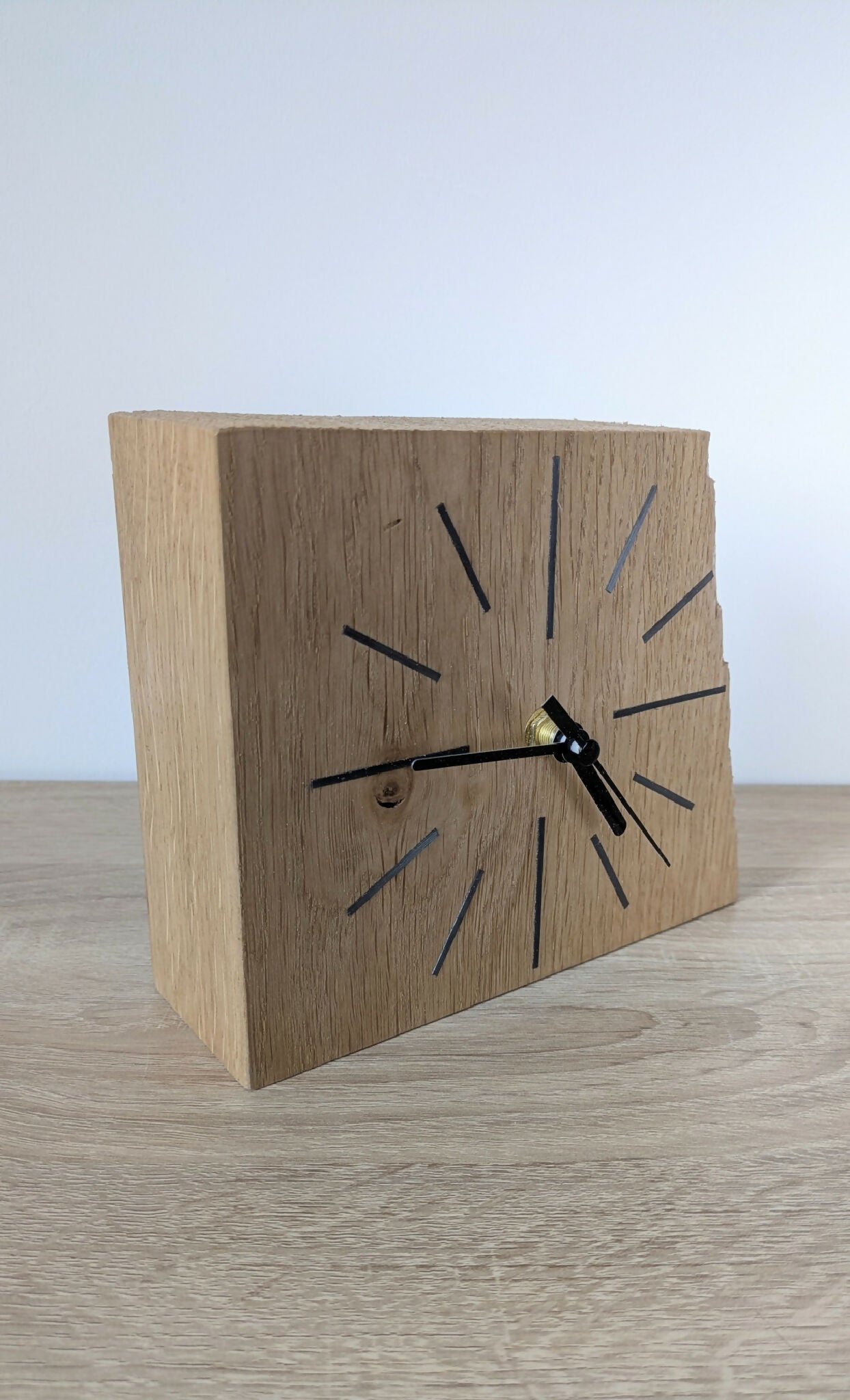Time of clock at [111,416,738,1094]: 4:45
